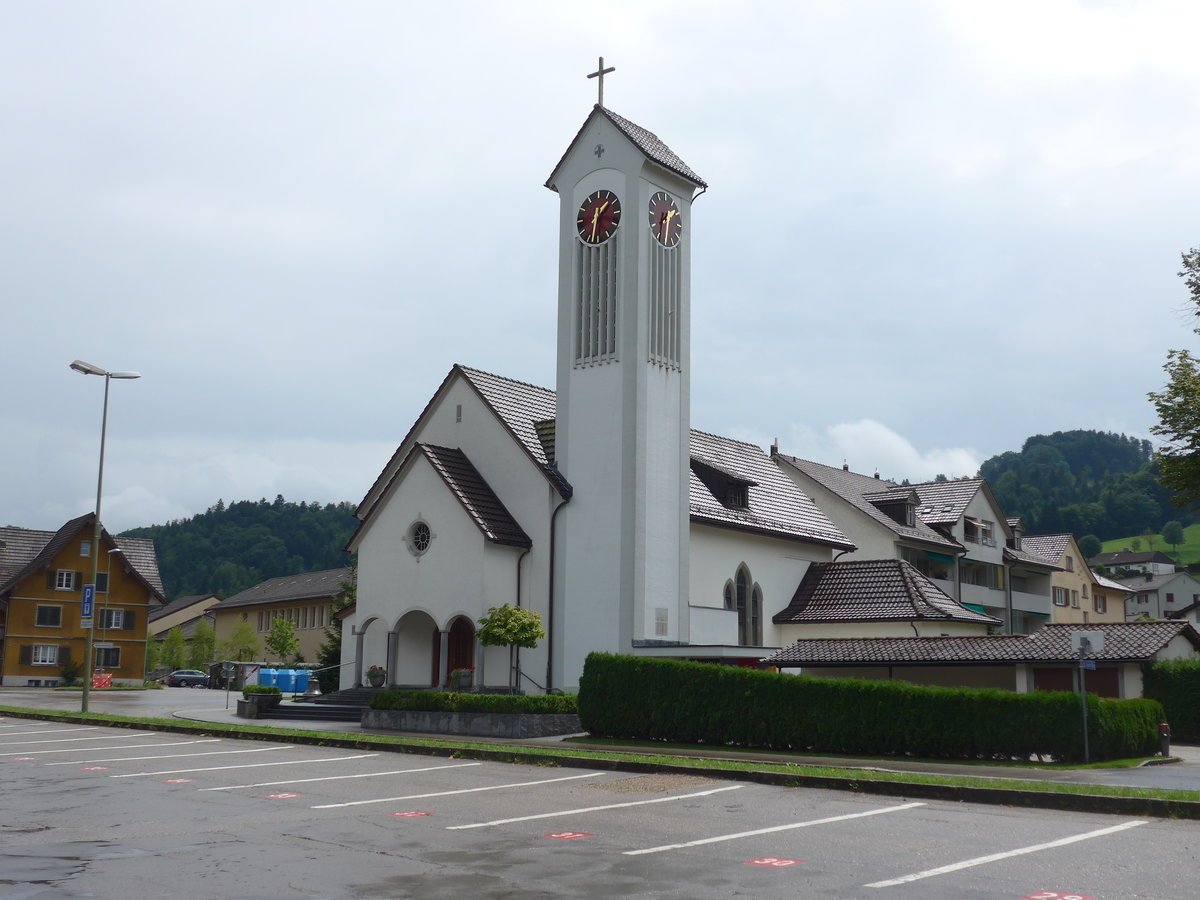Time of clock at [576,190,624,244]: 1:32
